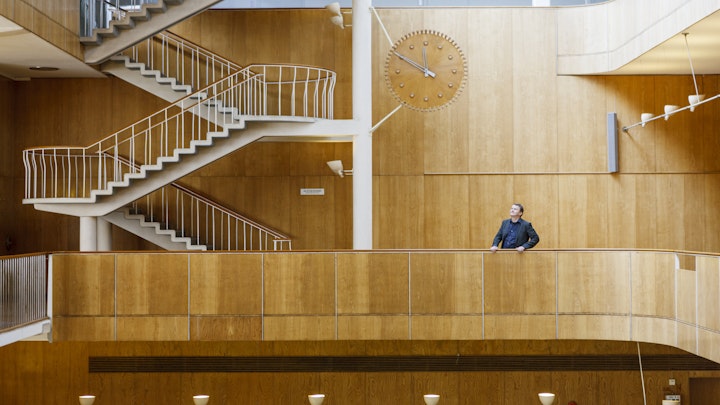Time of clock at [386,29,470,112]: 11:49
